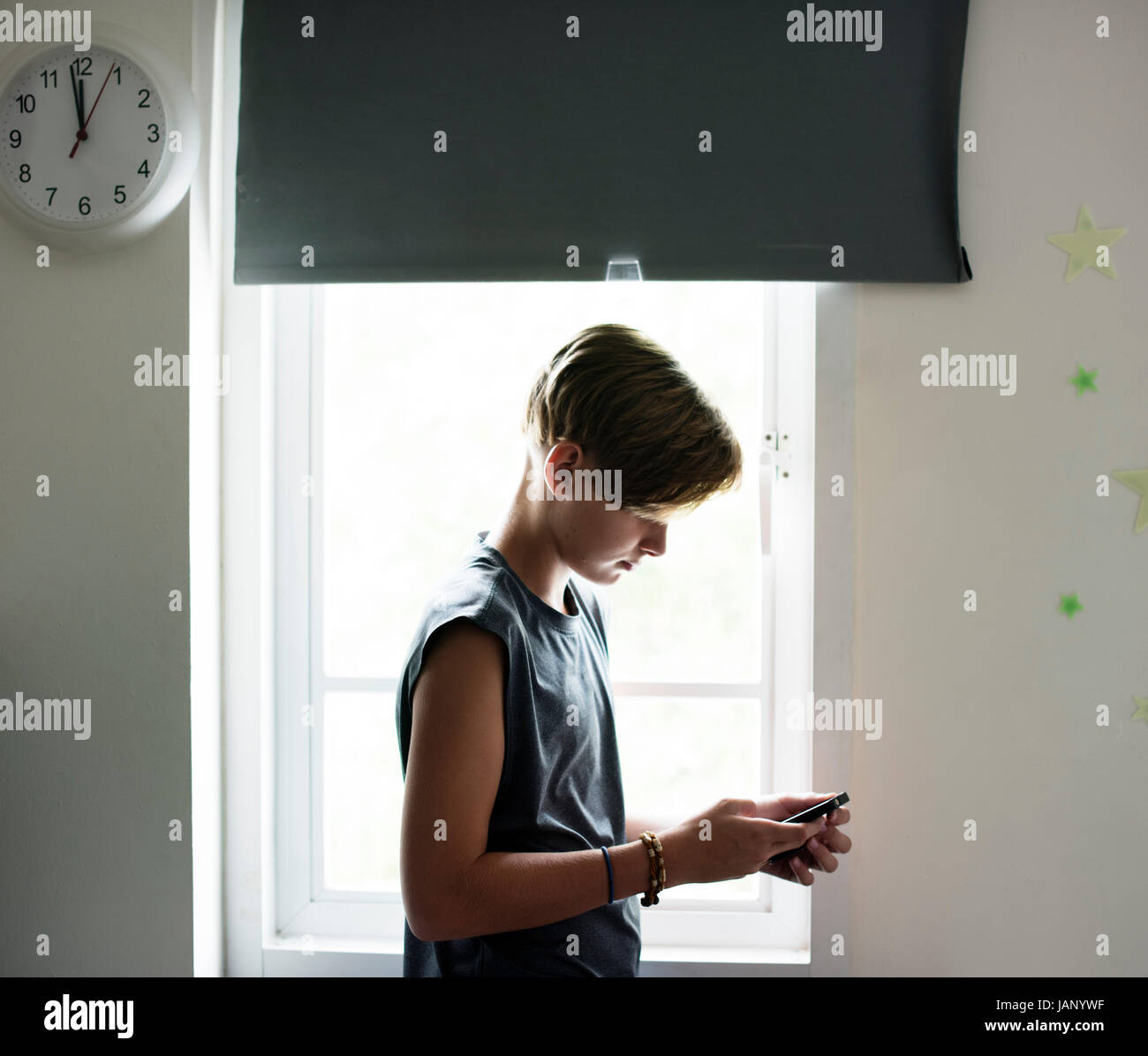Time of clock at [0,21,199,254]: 11:58
